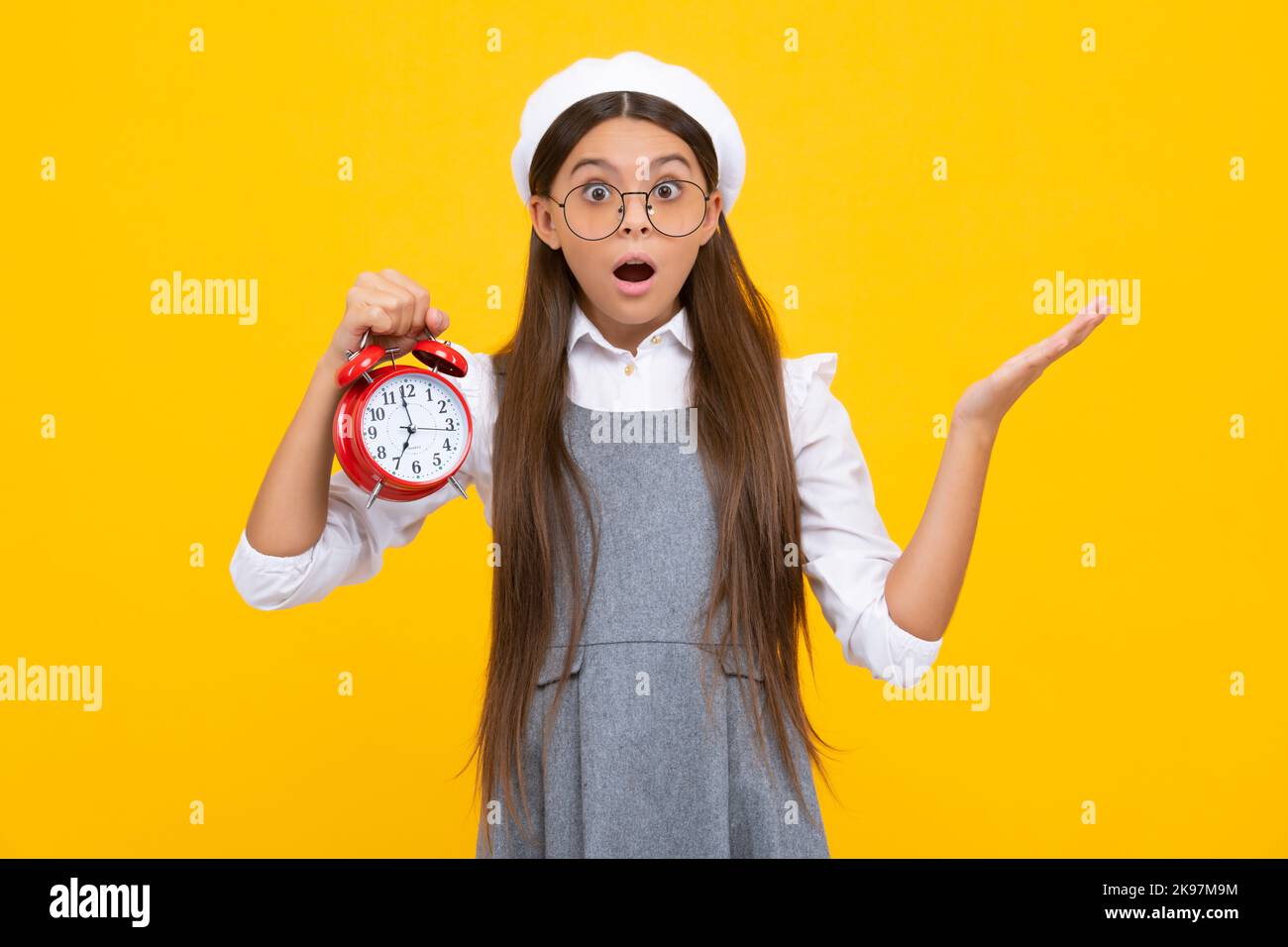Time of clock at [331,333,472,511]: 6:58
